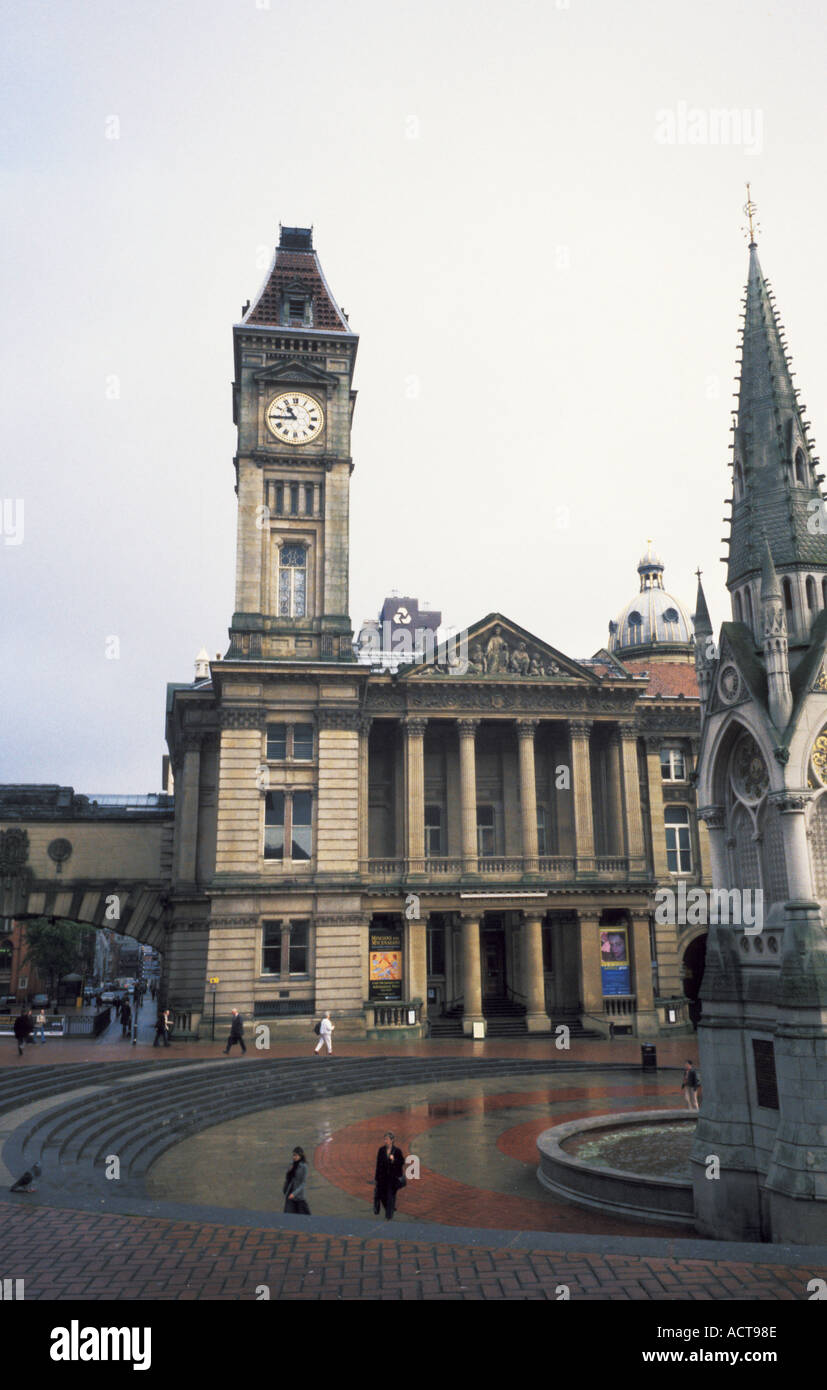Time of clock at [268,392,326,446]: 10:44
